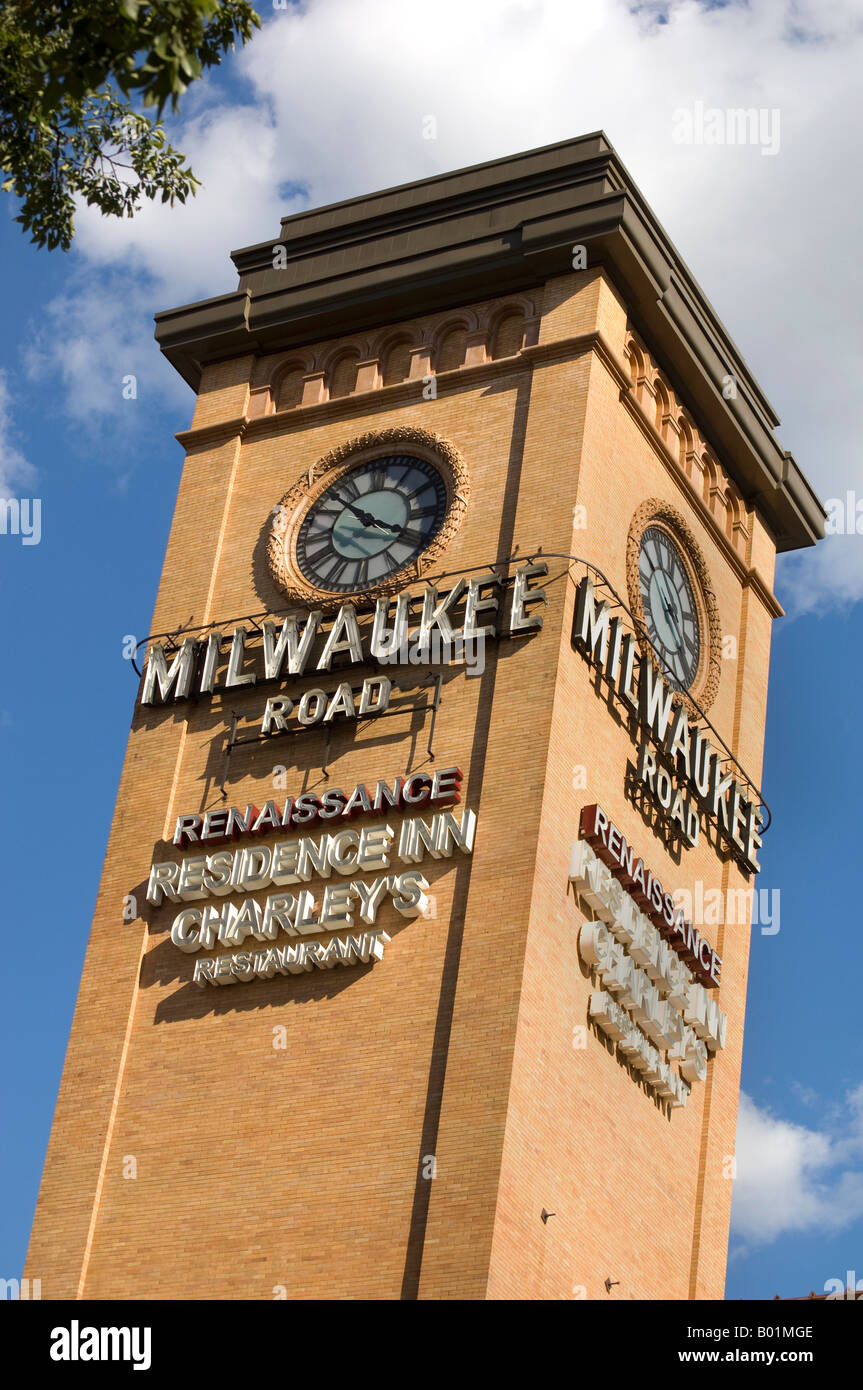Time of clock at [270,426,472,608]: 10:19
